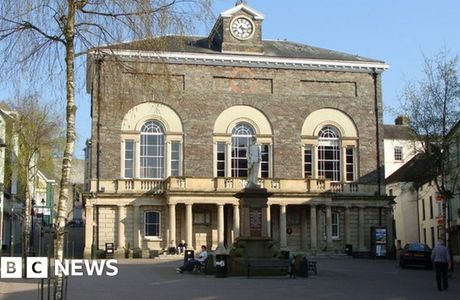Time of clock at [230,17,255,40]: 5:16
